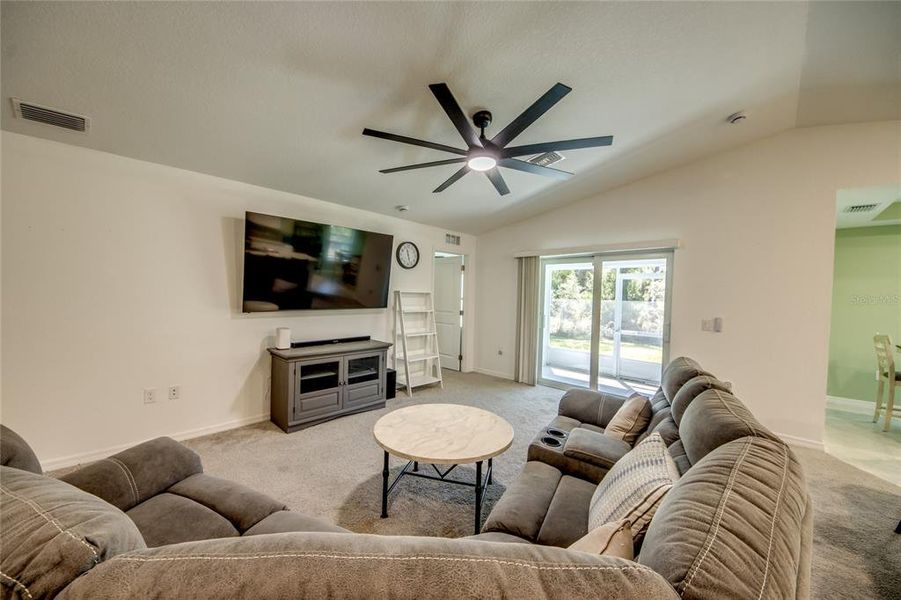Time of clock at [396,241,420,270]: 11:26
